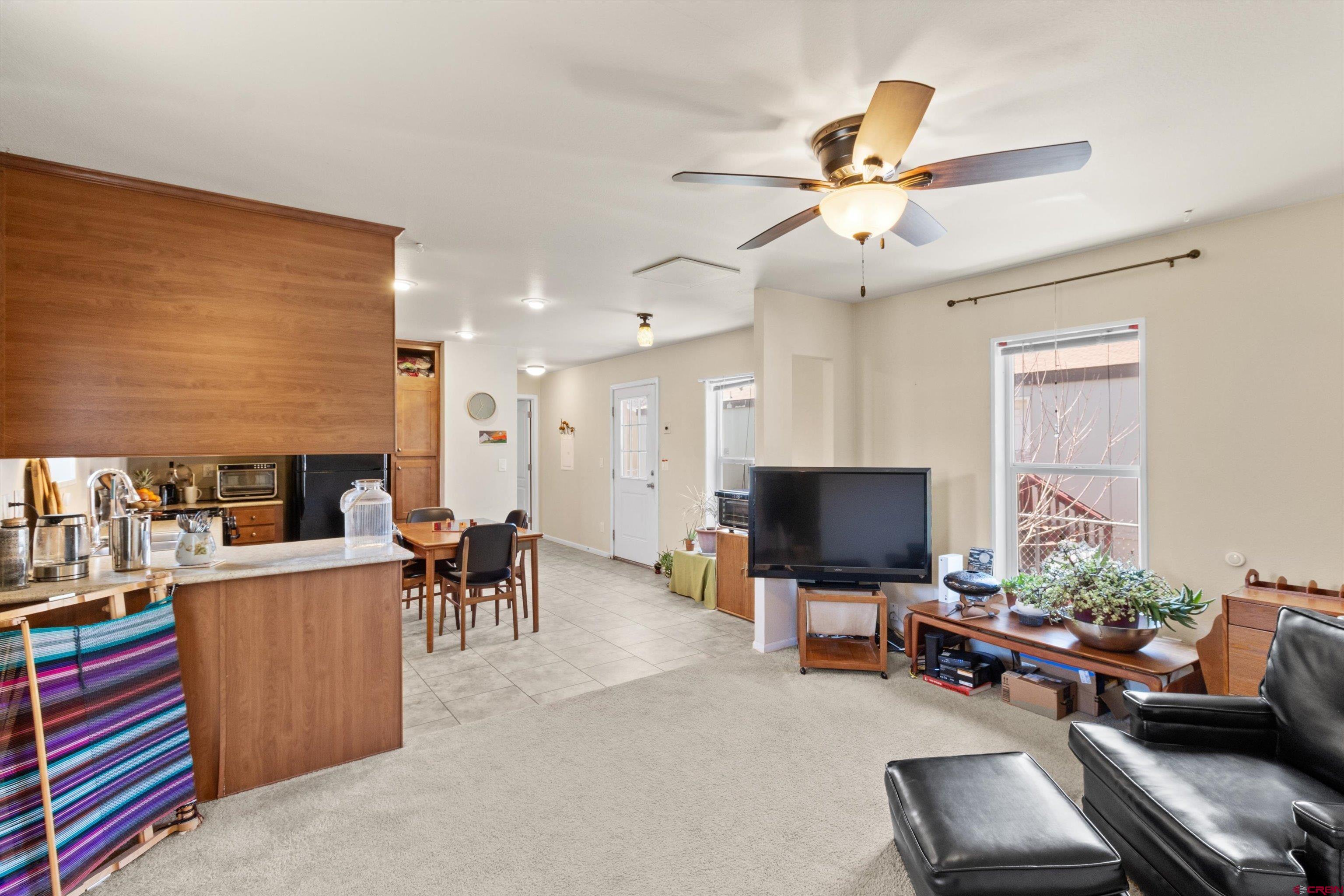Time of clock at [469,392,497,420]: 11:35
